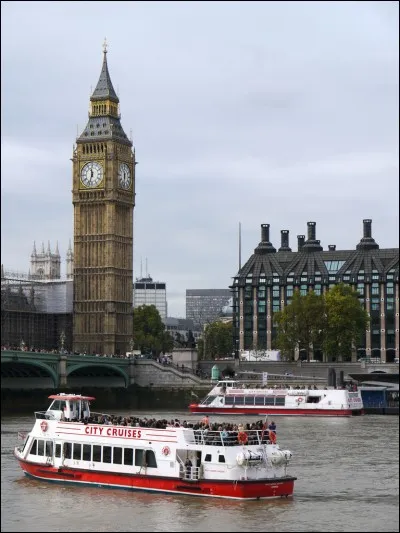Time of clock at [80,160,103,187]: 11:32
